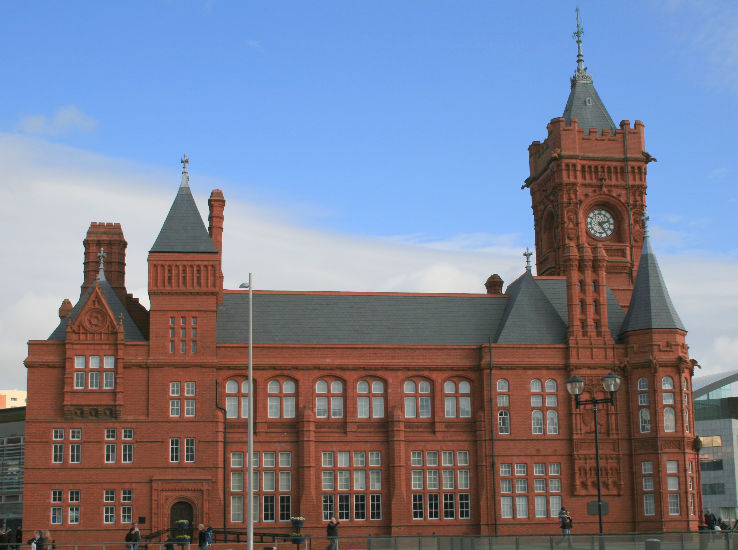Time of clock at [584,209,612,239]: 2:24
